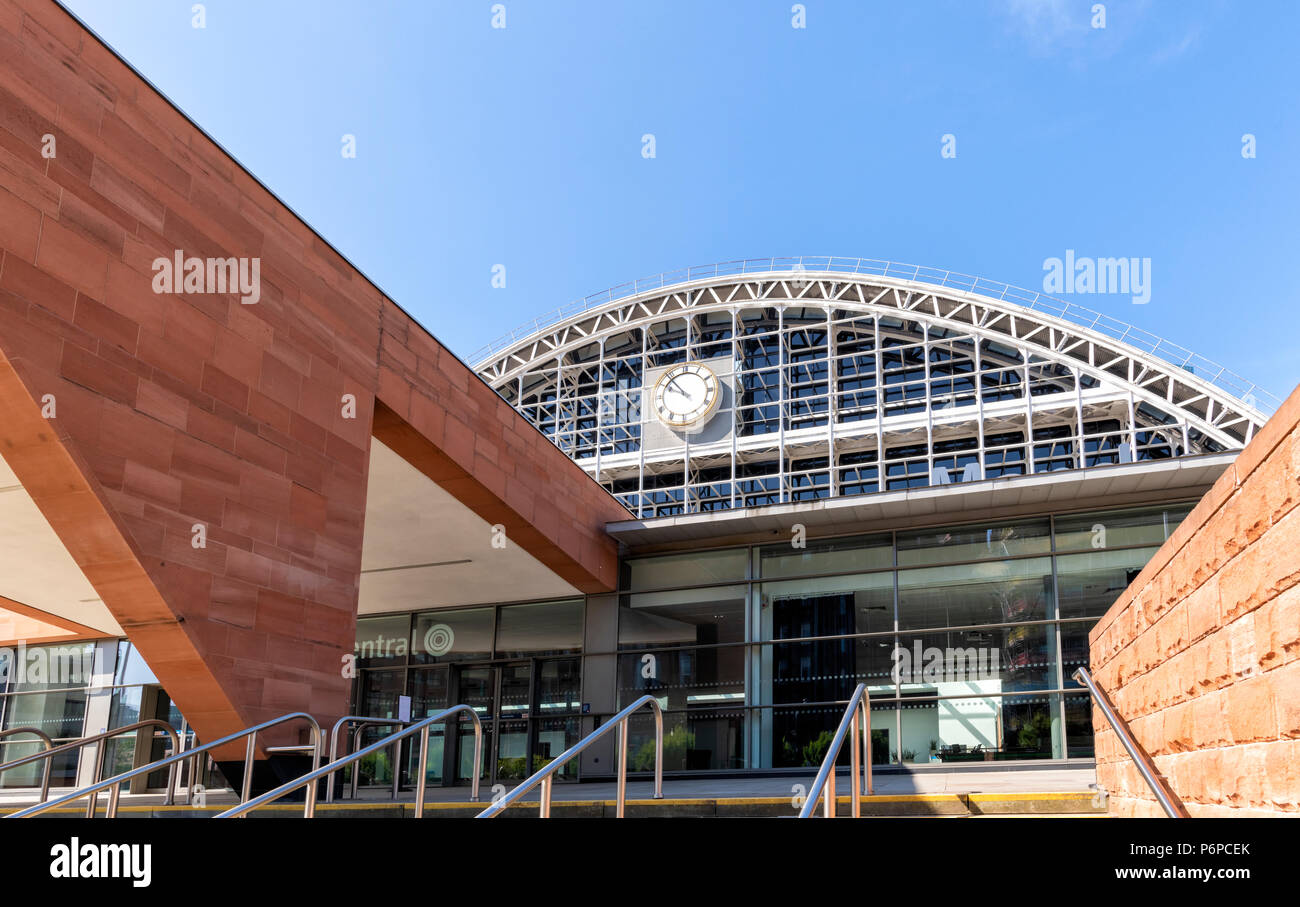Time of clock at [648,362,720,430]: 9:53
